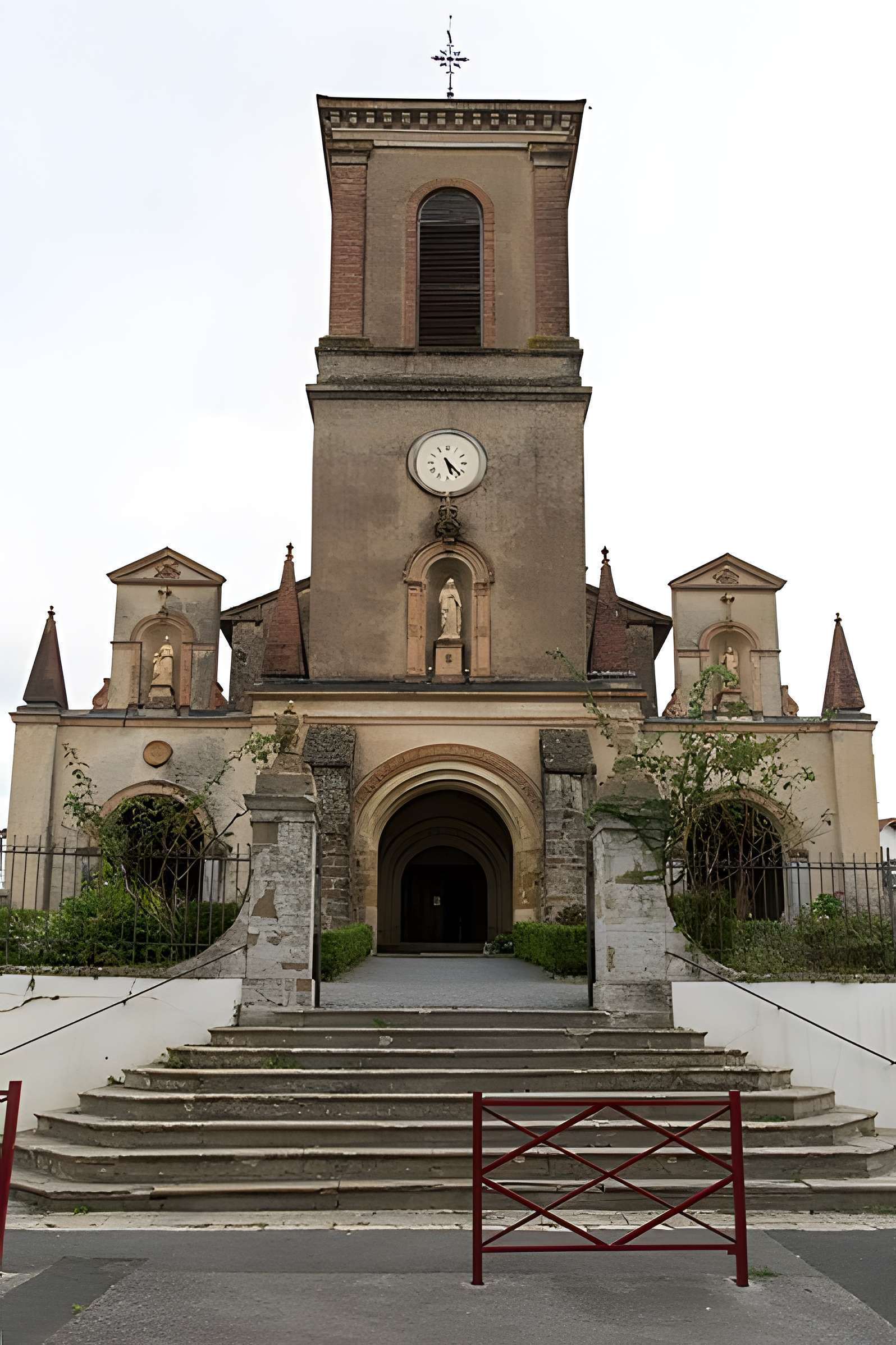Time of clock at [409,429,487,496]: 5:22
